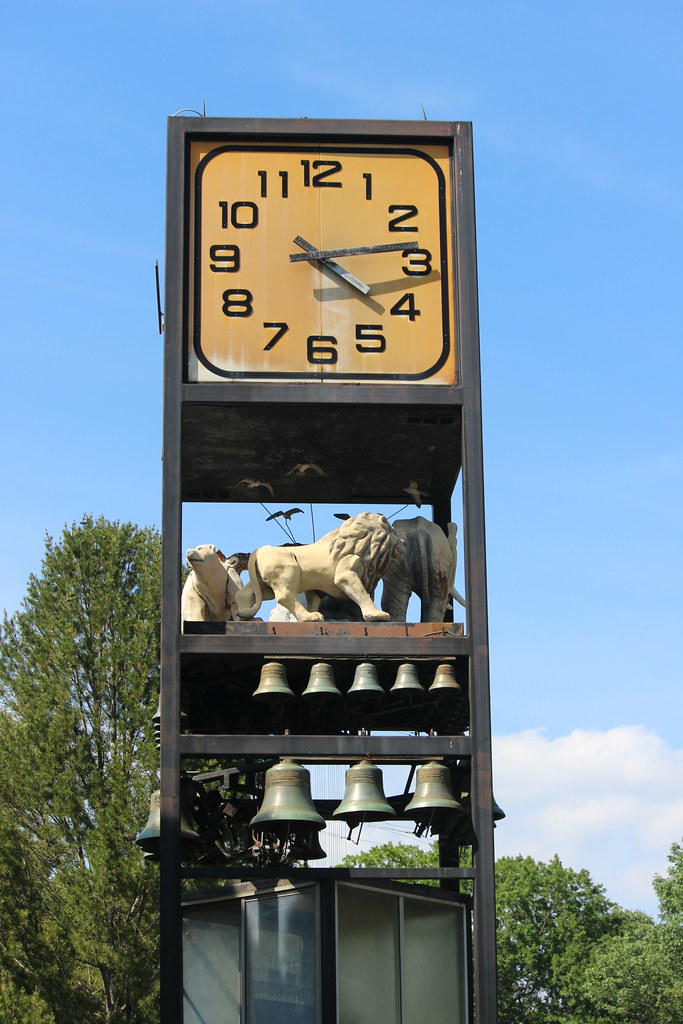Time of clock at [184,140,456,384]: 4:13
